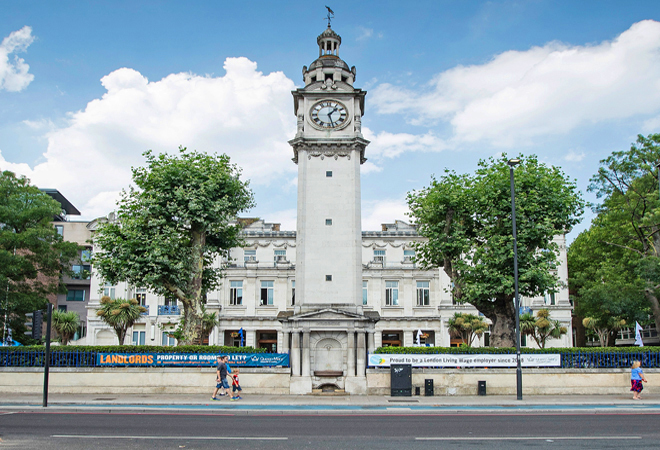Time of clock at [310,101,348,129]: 1:27
